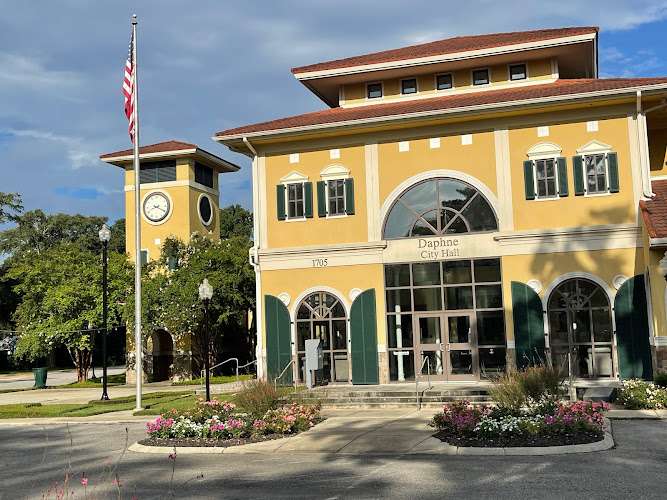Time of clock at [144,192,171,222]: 8:19
